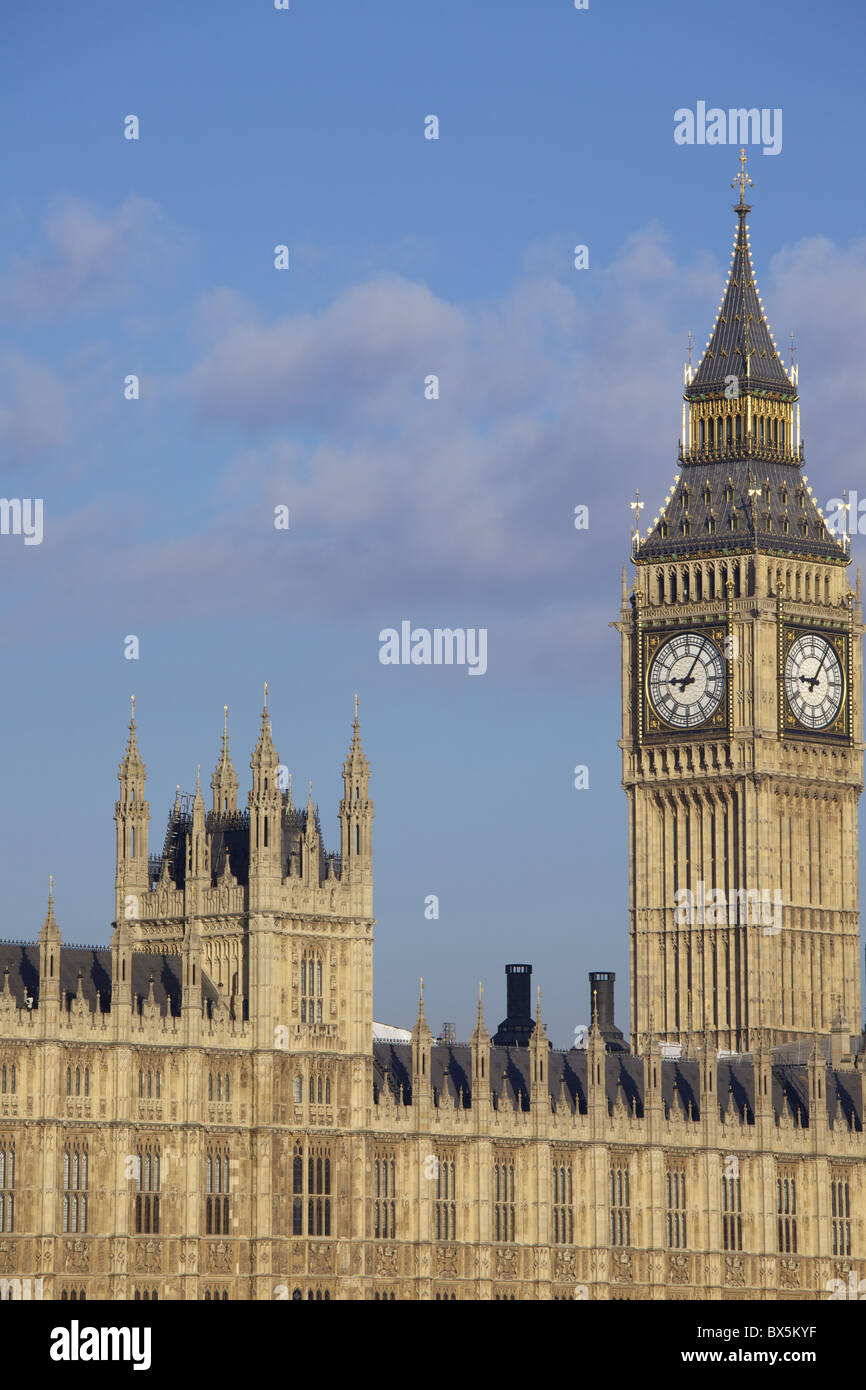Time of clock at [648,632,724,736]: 9:05
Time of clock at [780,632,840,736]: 9:05
